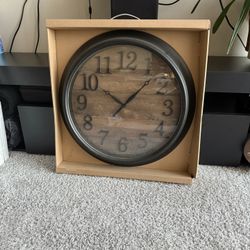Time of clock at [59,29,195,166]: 10:07
